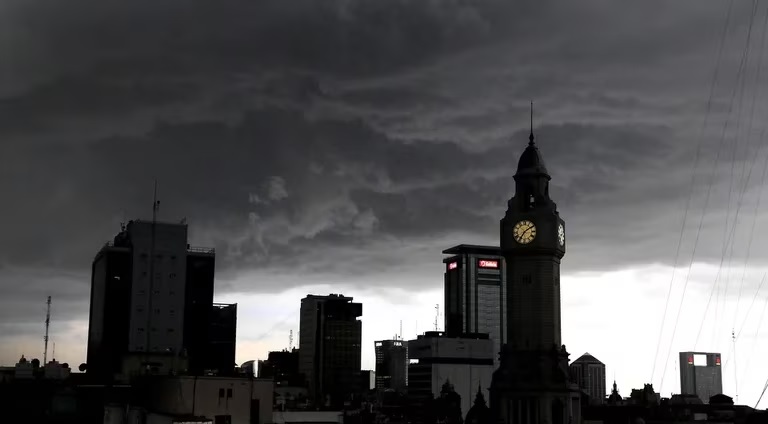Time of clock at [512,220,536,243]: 7:09
